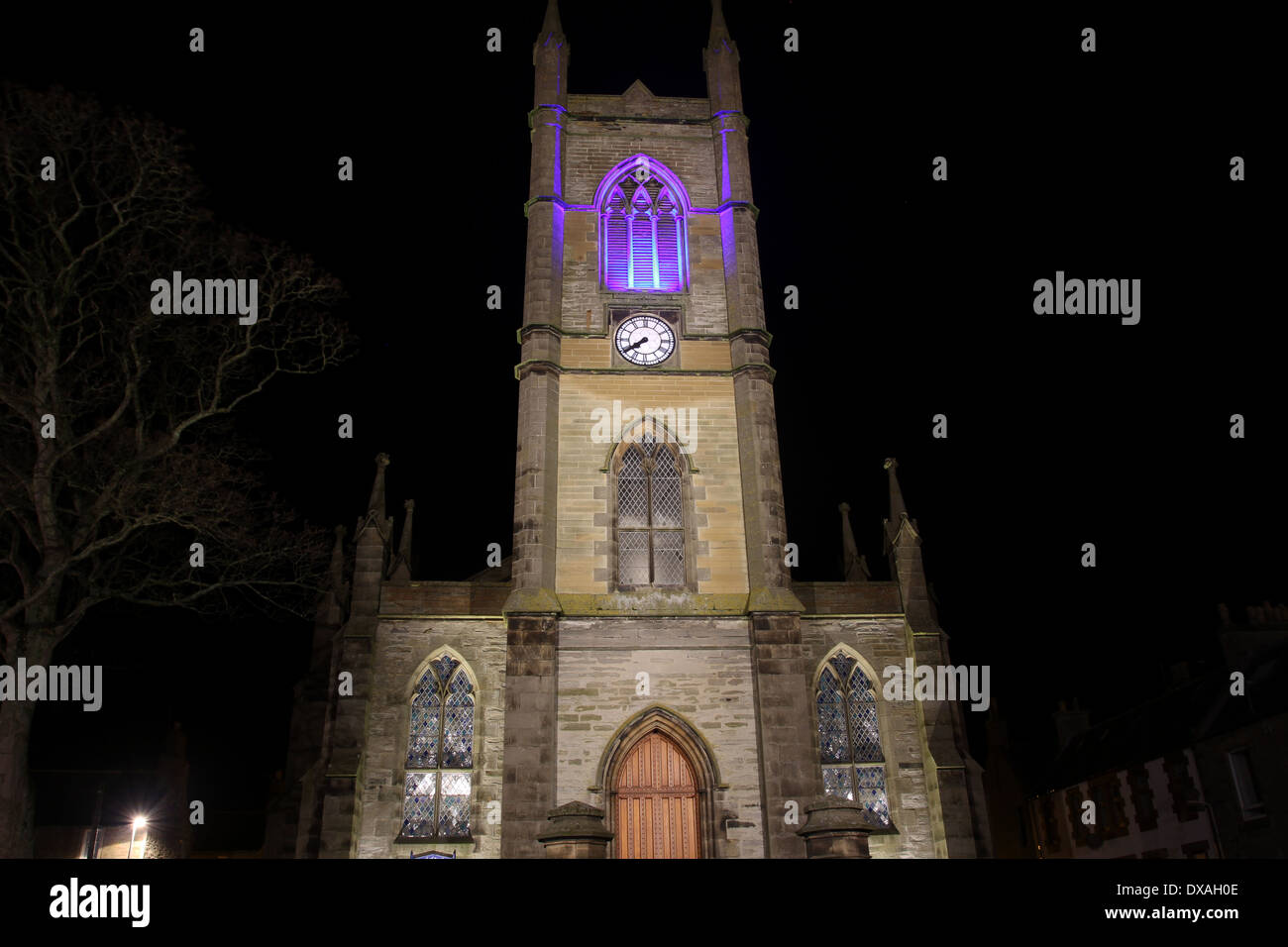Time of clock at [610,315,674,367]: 7:39
